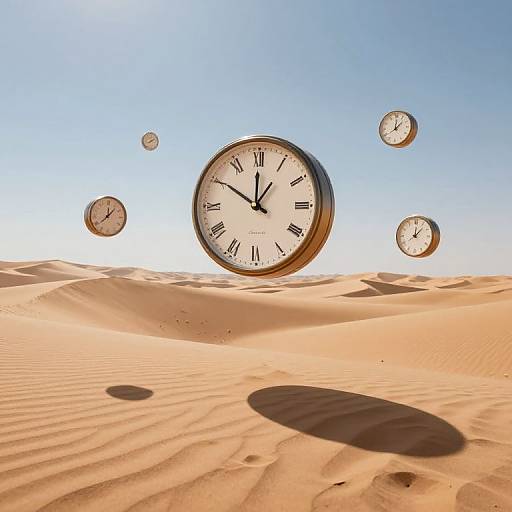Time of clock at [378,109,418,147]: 12:07
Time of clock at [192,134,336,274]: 11:50
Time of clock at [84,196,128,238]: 12:07
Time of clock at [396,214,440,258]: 12:07
